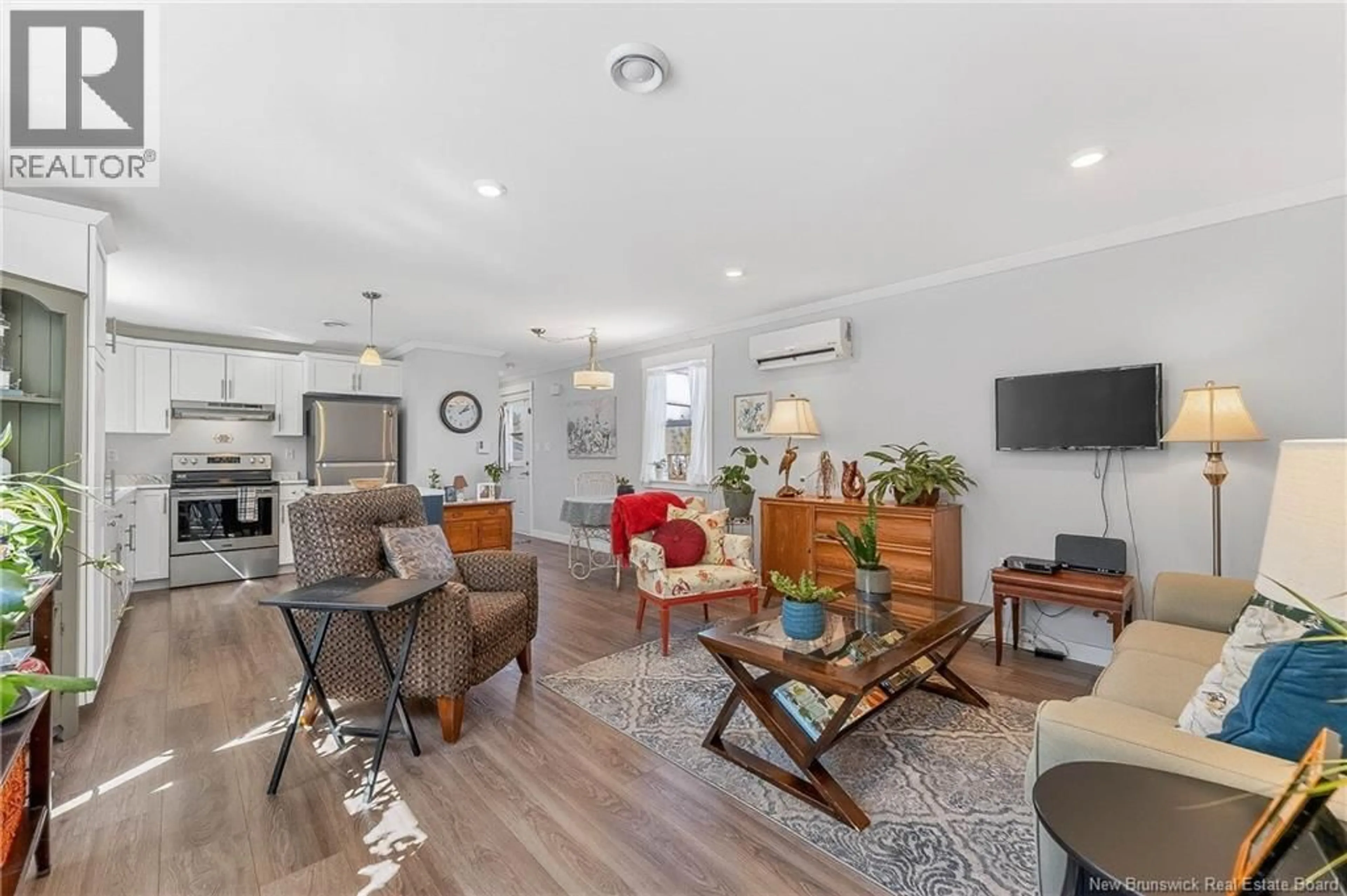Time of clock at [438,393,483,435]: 2:07
